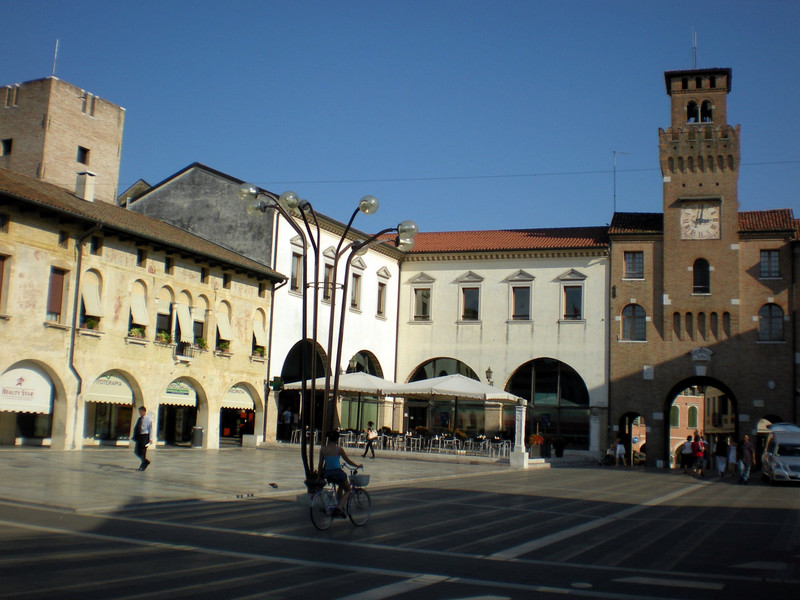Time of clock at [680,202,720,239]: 3:01
